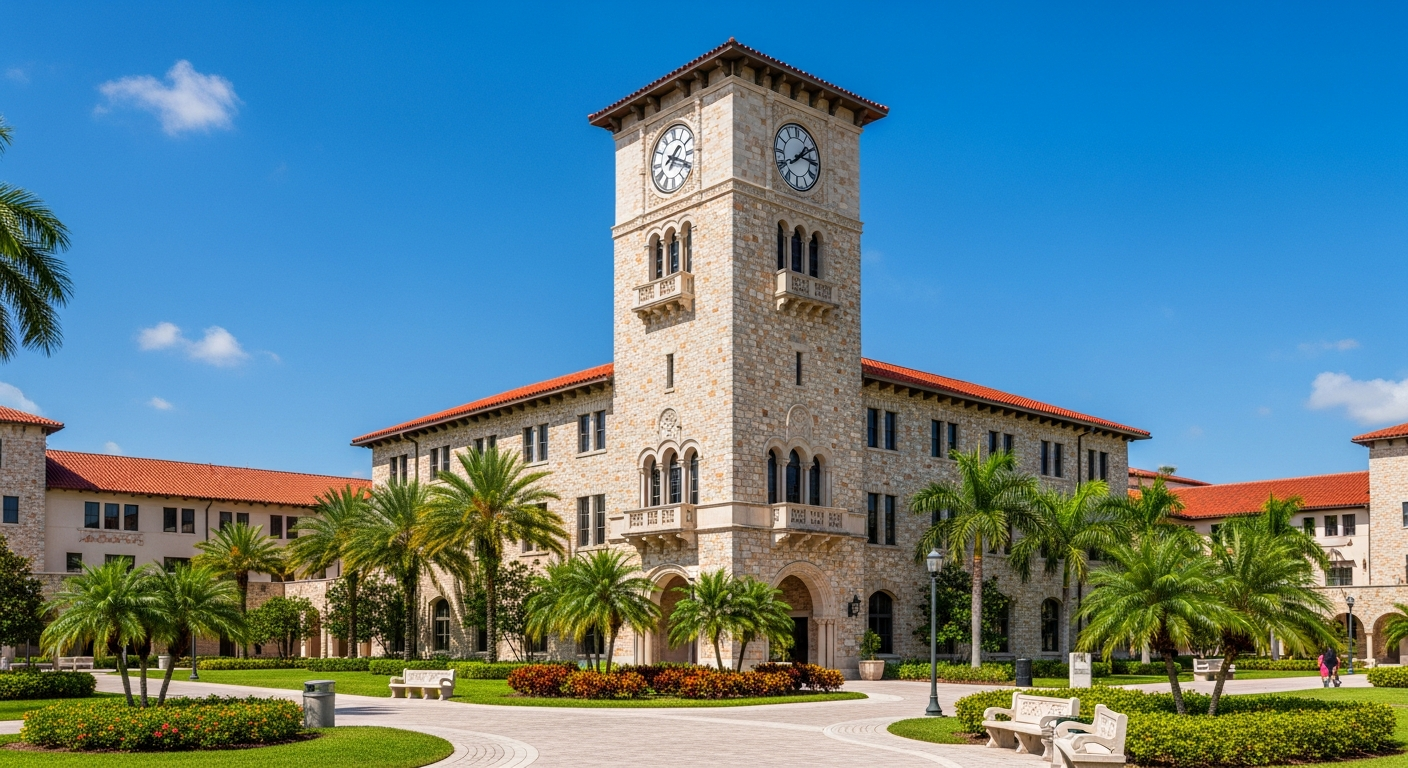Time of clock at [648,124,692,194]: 1:18
